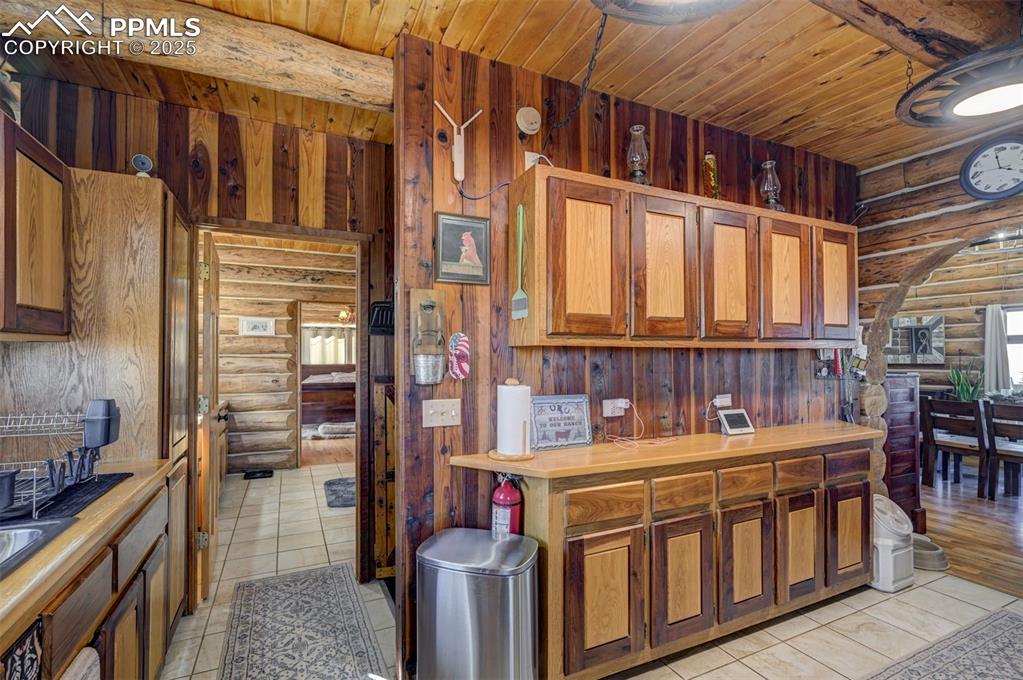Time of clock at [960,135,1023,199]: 3:58
